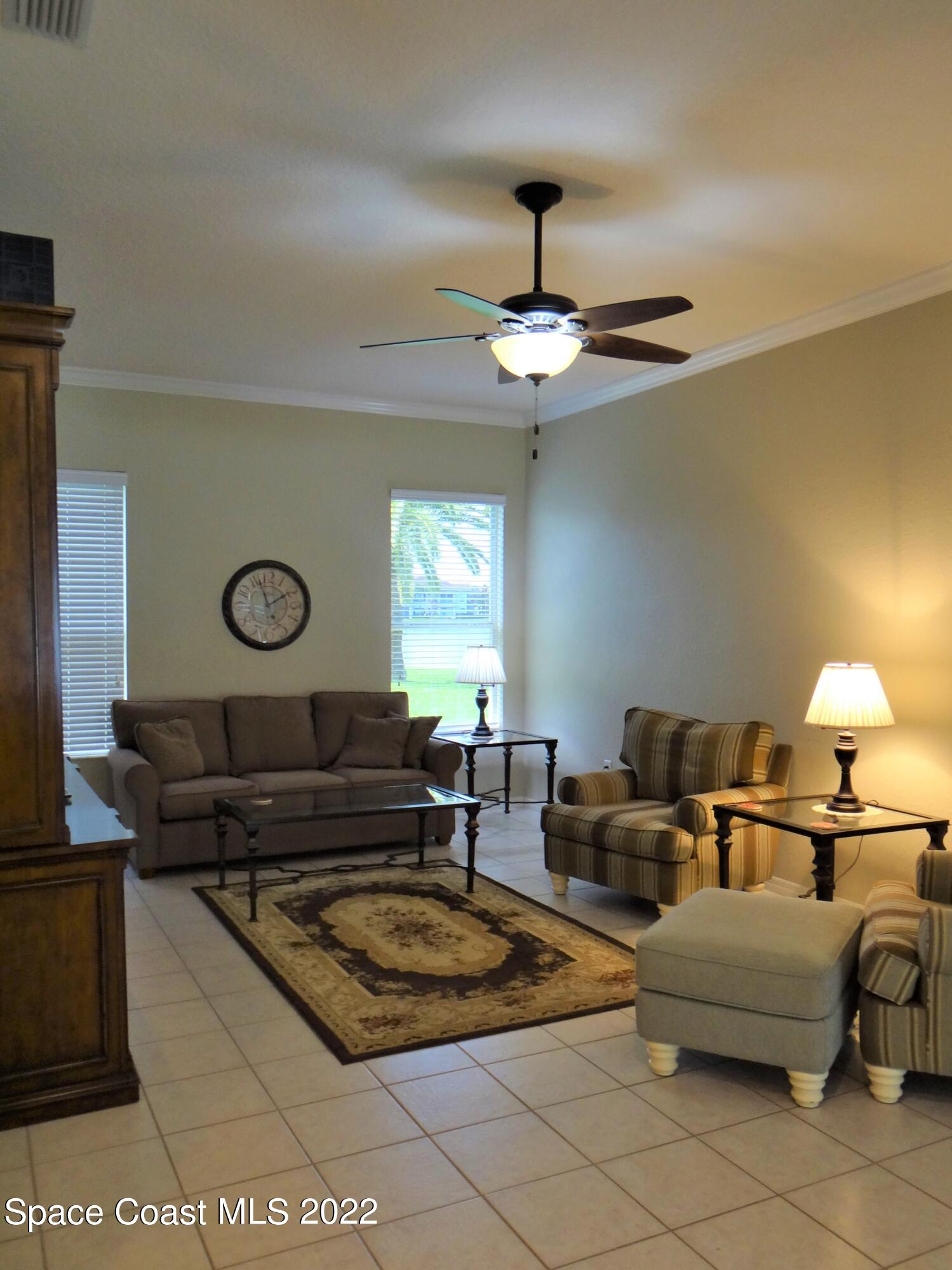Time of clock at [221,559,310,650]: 1:56
